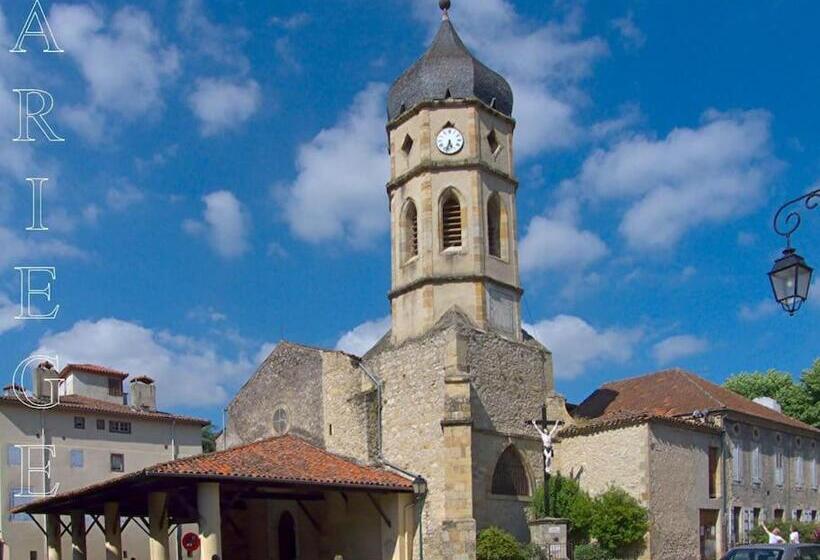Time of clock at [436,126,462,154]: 5:32
